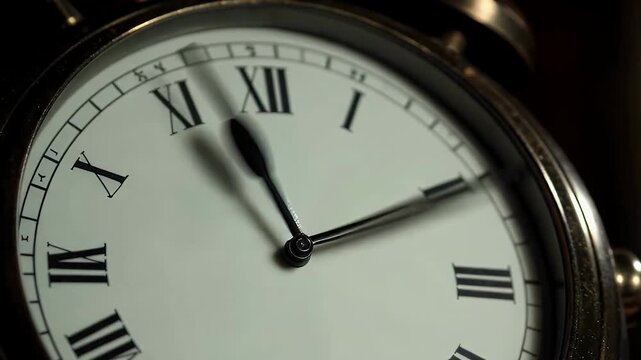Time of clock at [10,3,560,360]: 11:10
